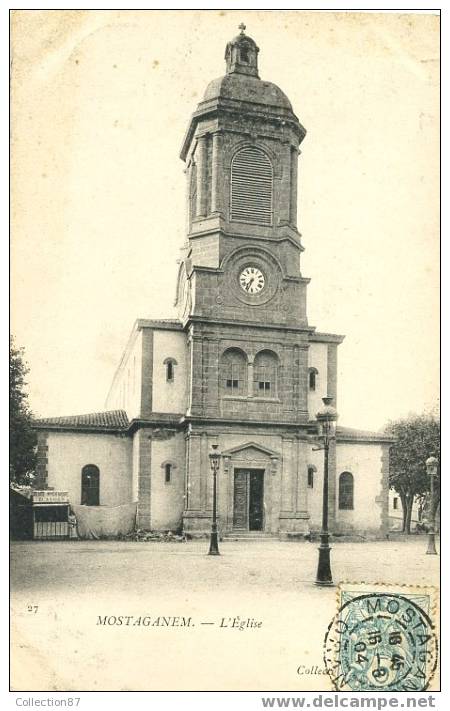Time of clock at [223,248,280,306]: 7:33
